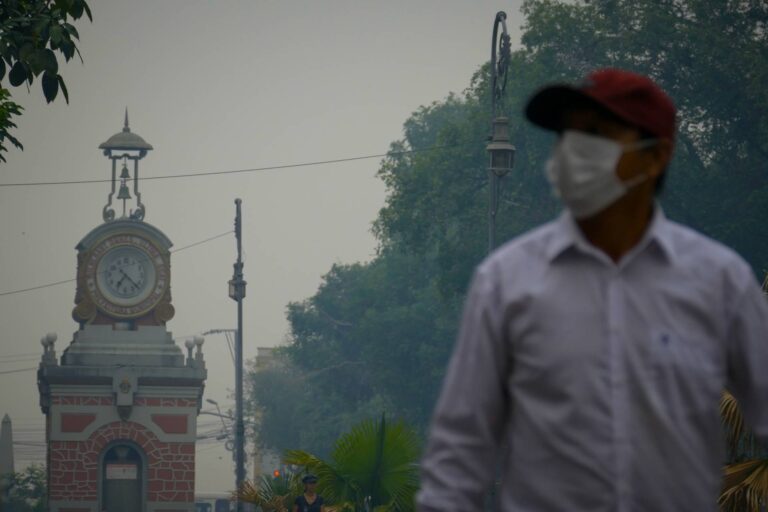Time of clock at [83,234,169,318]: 7:22
